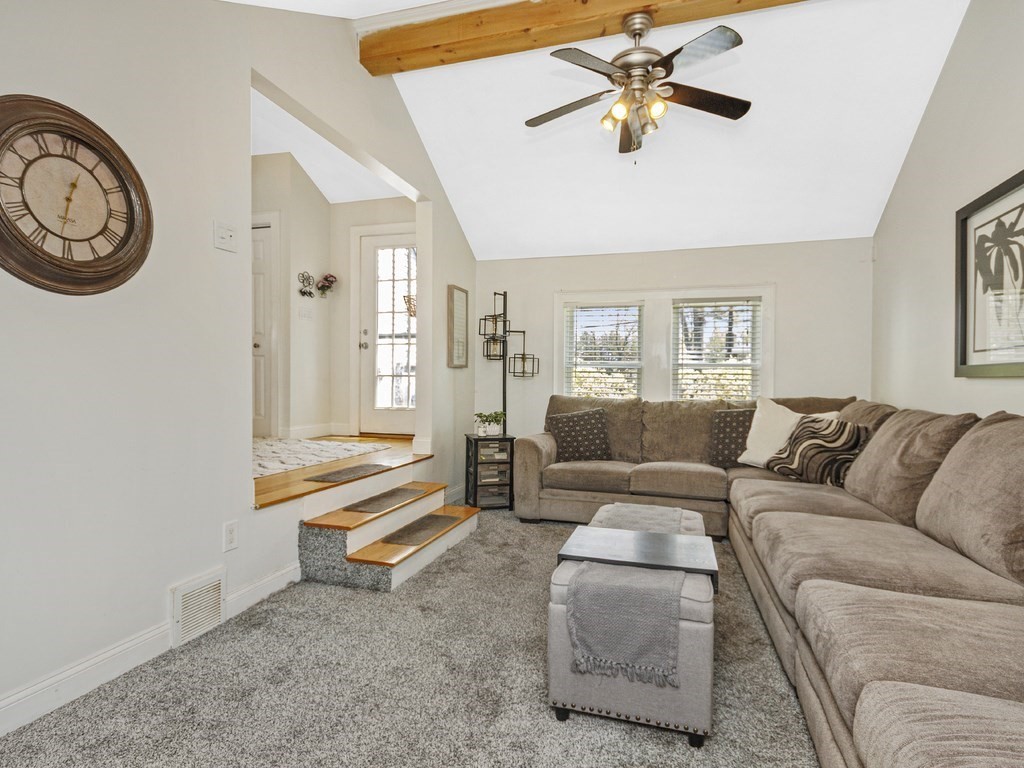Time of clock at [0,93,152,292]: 12:31
